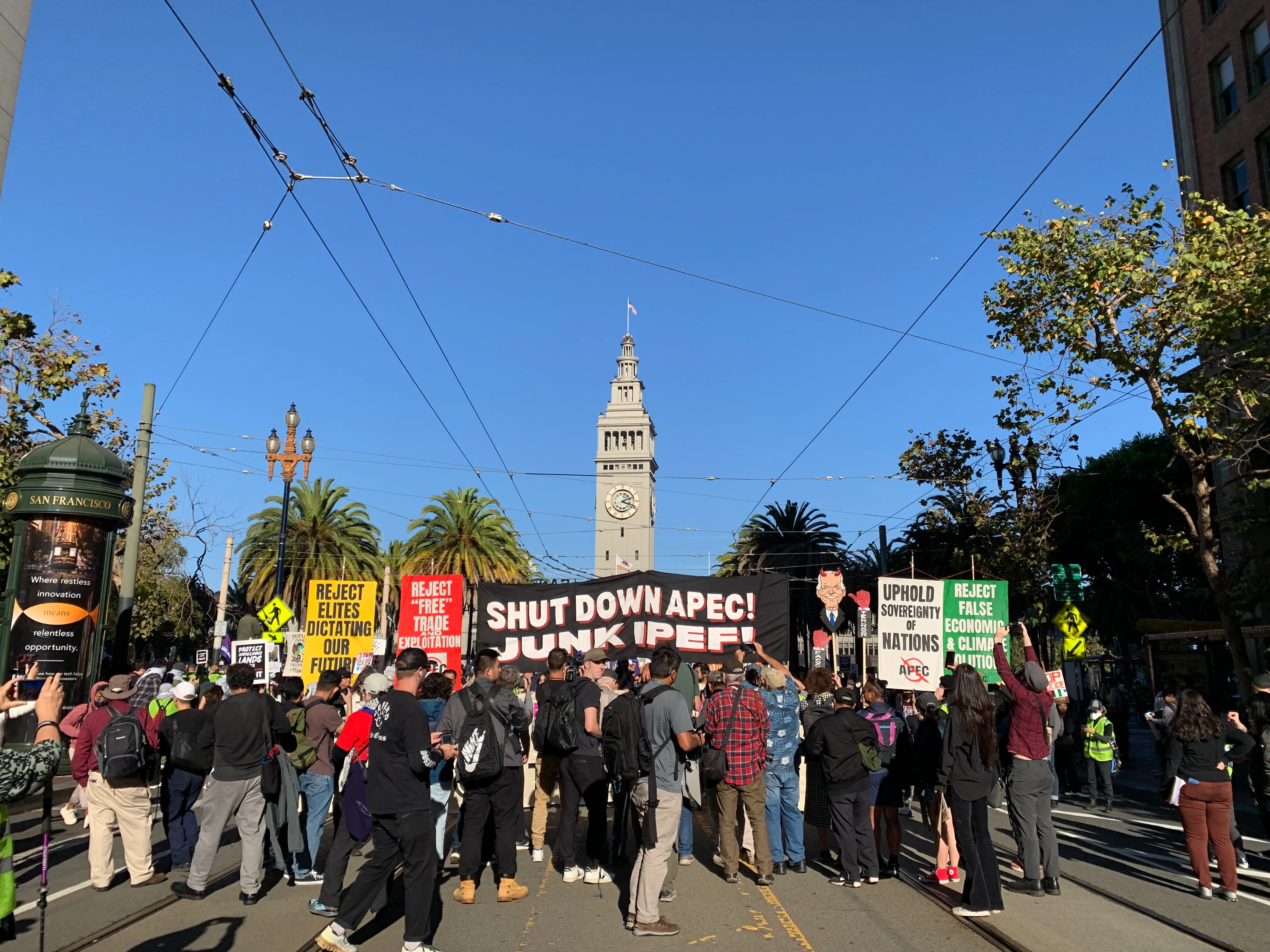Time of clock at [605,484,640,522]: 2:18
